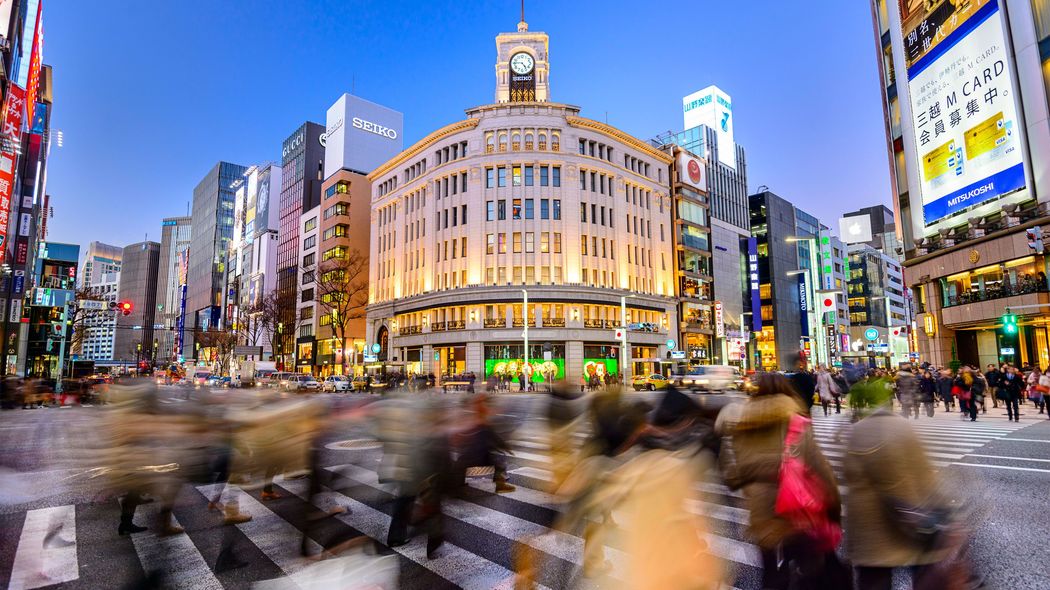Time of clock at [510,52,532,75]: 4:45
